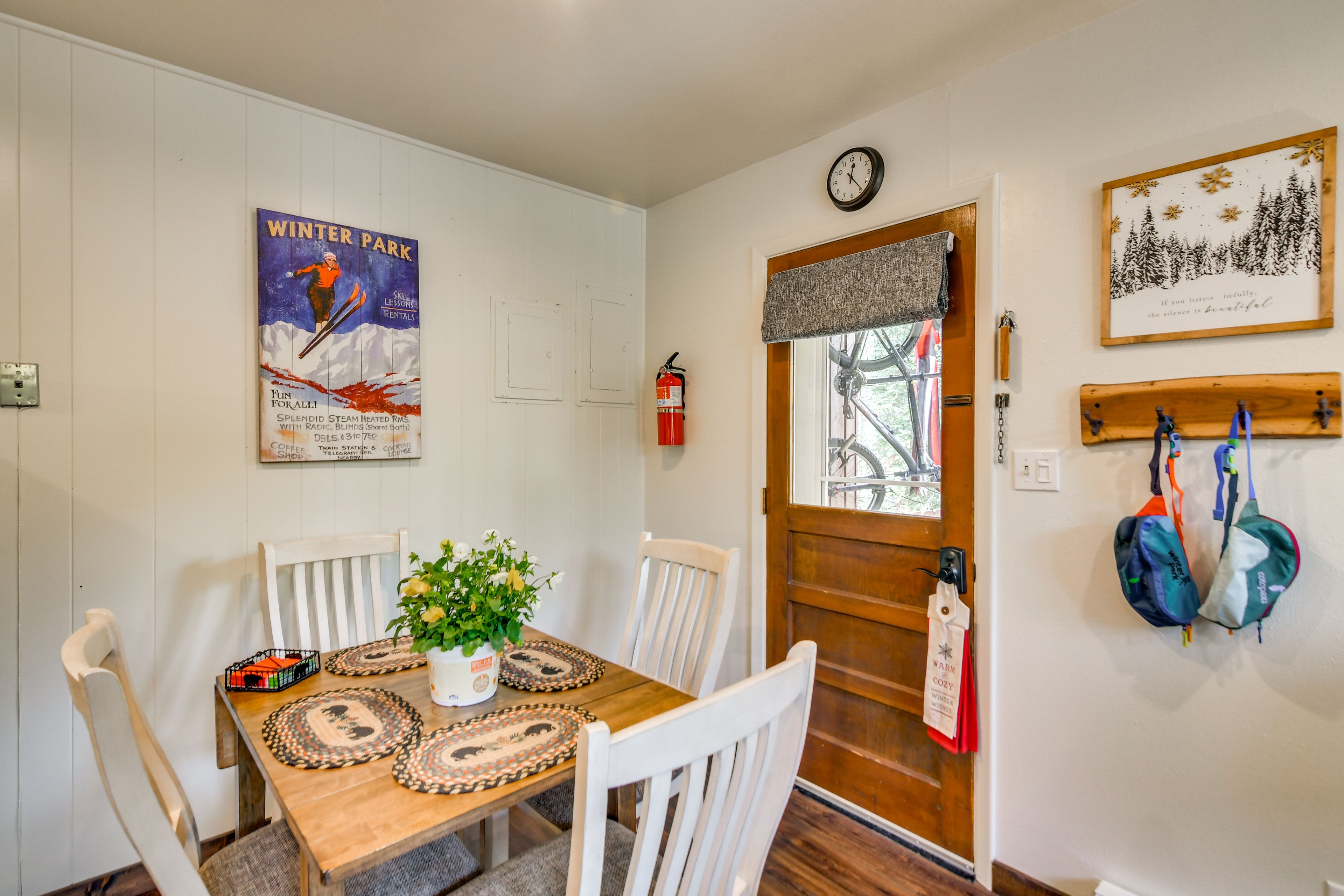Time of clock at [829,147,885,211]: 12:23
